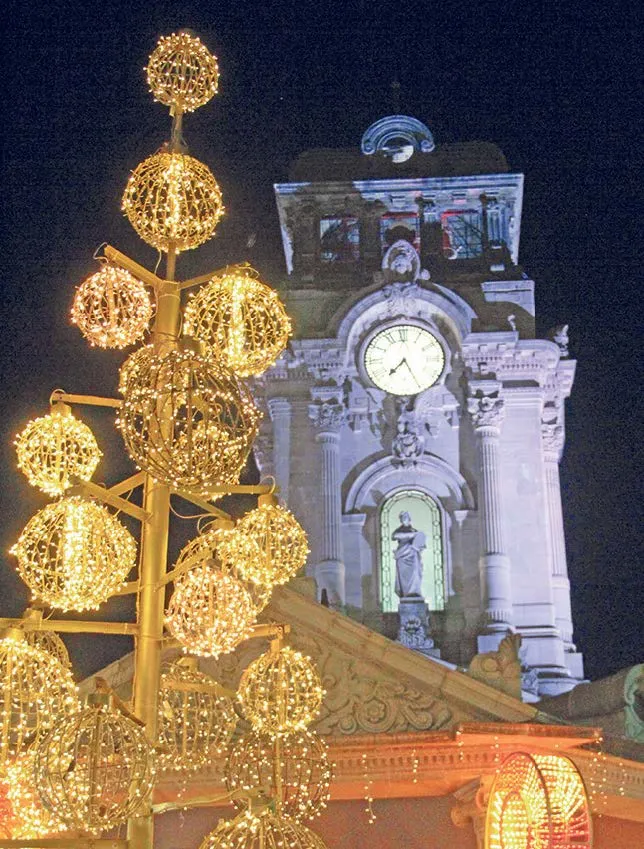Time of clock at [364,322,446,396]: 7:25
